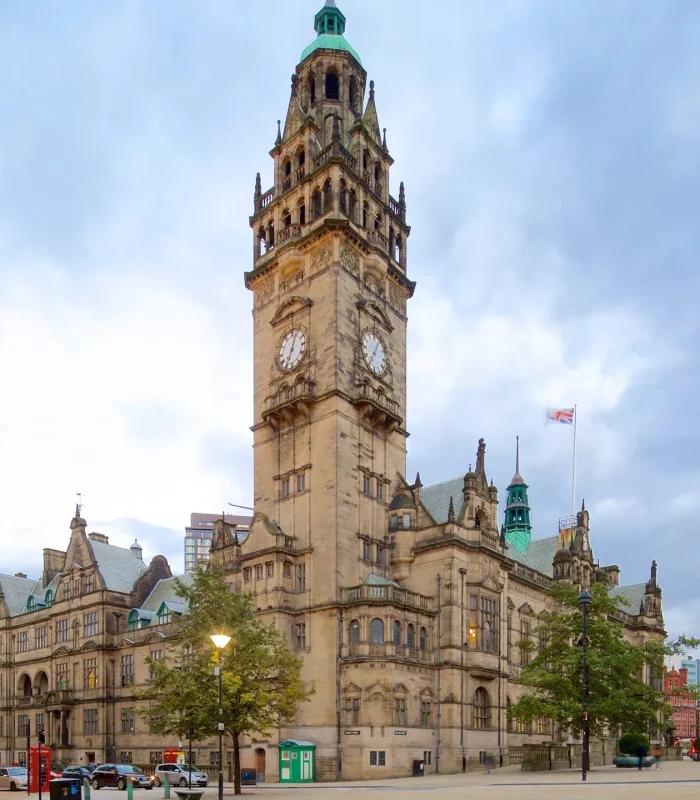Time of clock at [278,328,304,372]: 7:03
